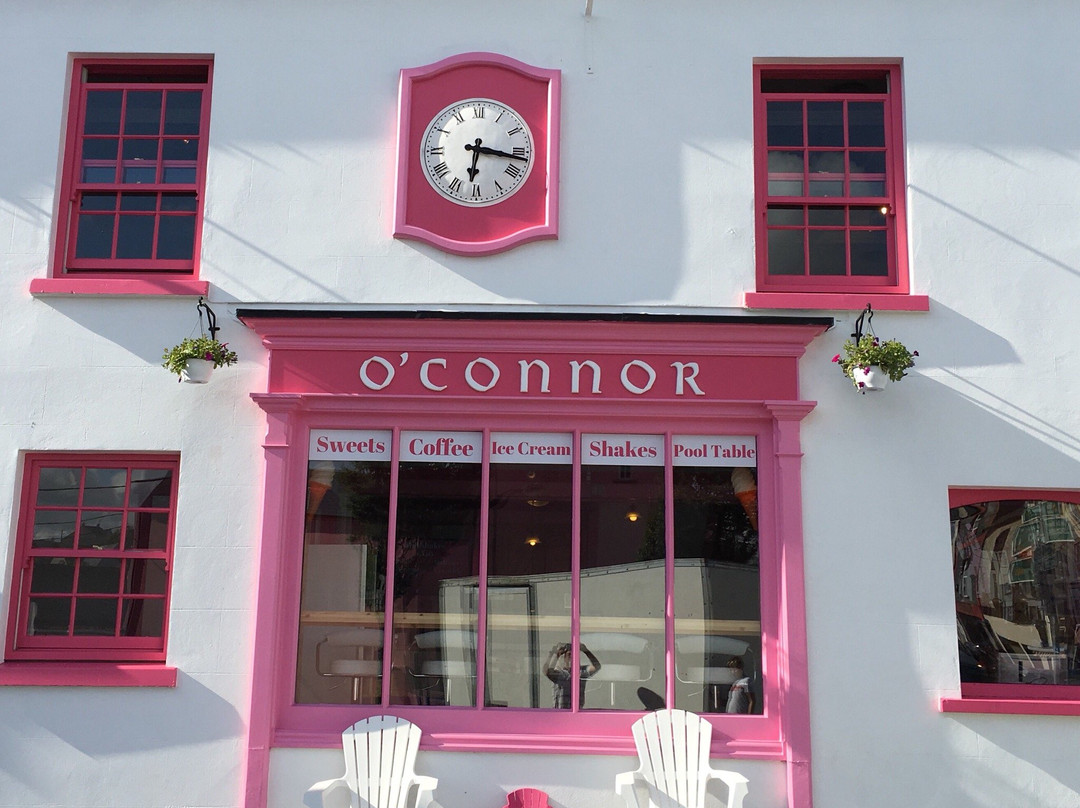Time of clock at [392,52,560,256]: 6:16
